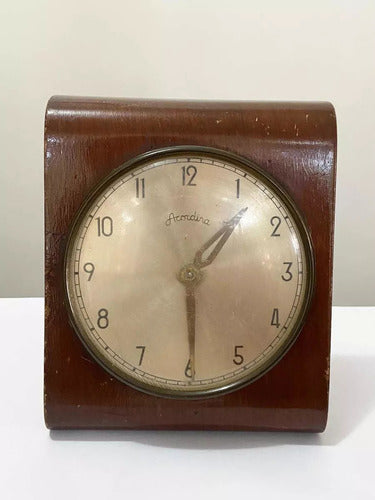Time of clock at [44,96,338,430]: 1:29
